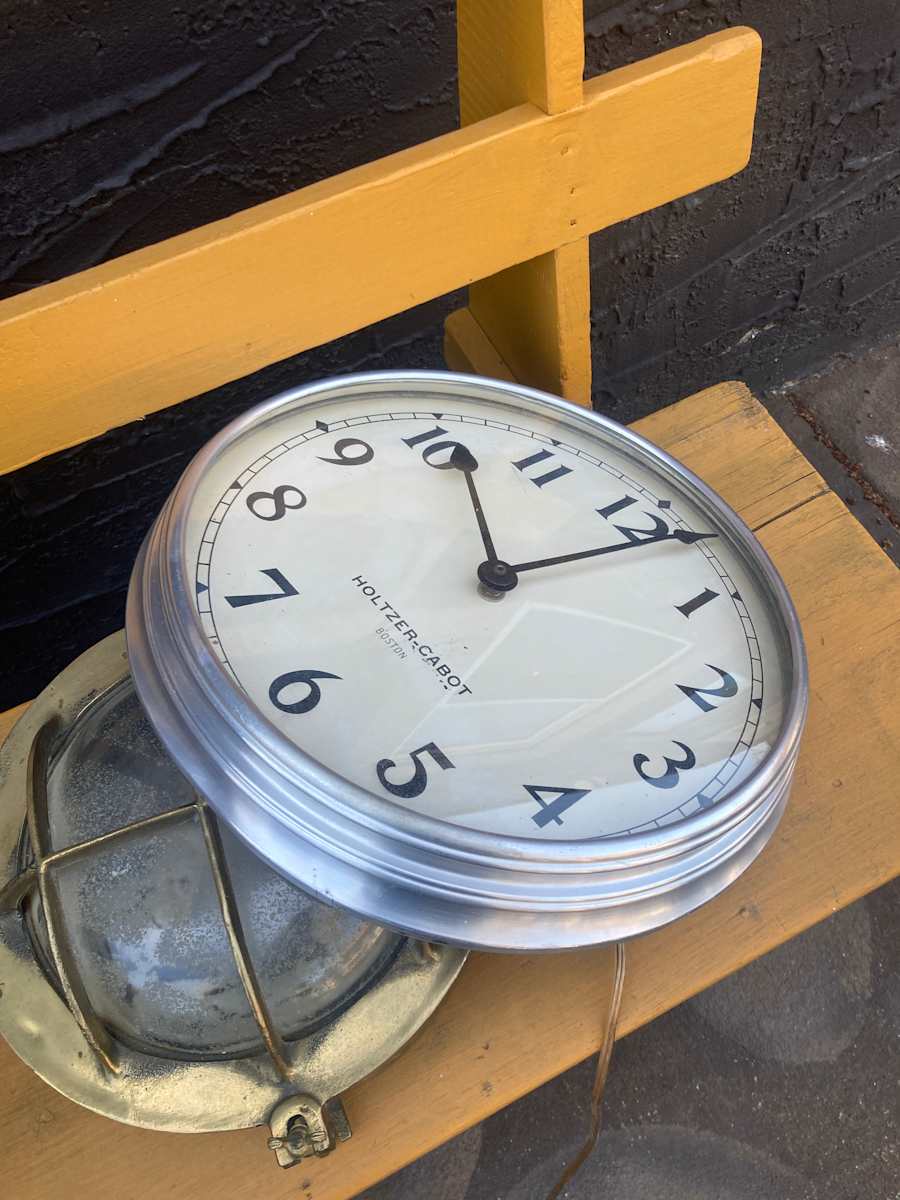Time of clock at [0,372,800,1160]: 12:11
